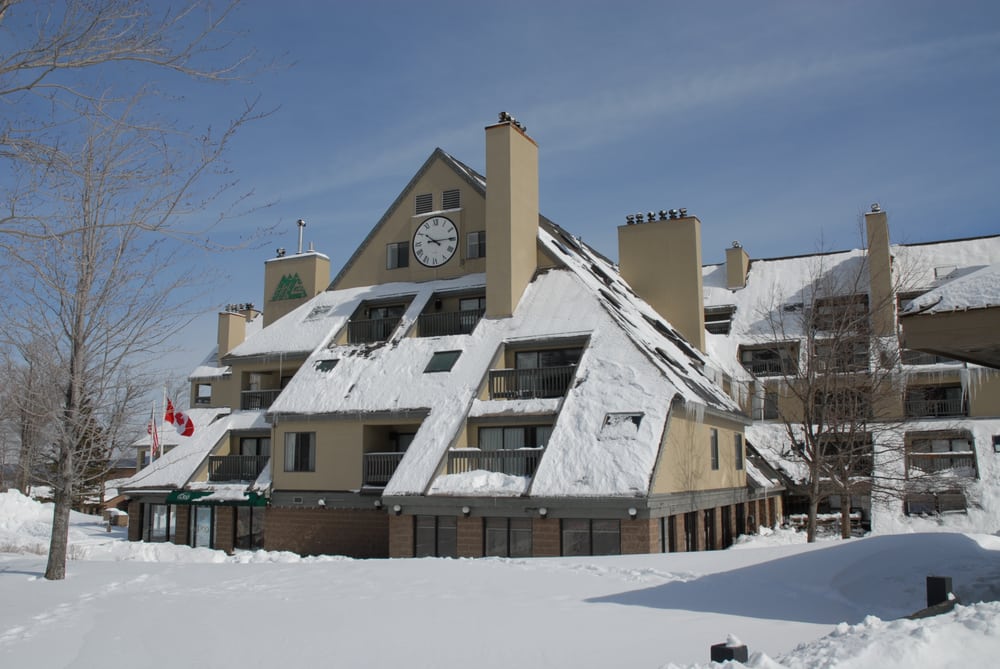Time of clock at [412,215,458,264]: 10:14
